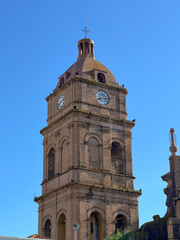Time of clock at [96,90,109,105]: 8:14
